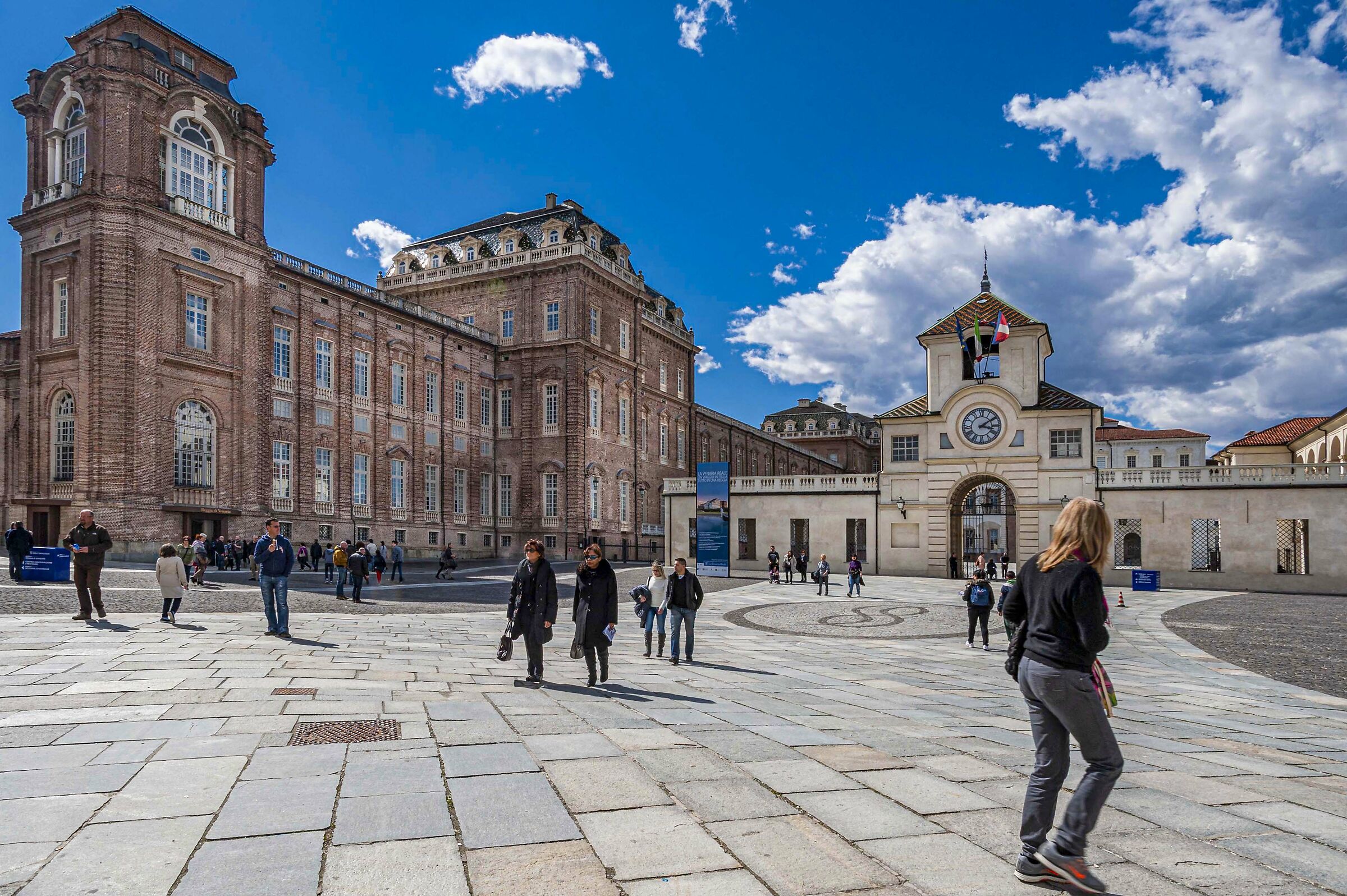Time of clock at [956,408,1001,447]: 3:09
